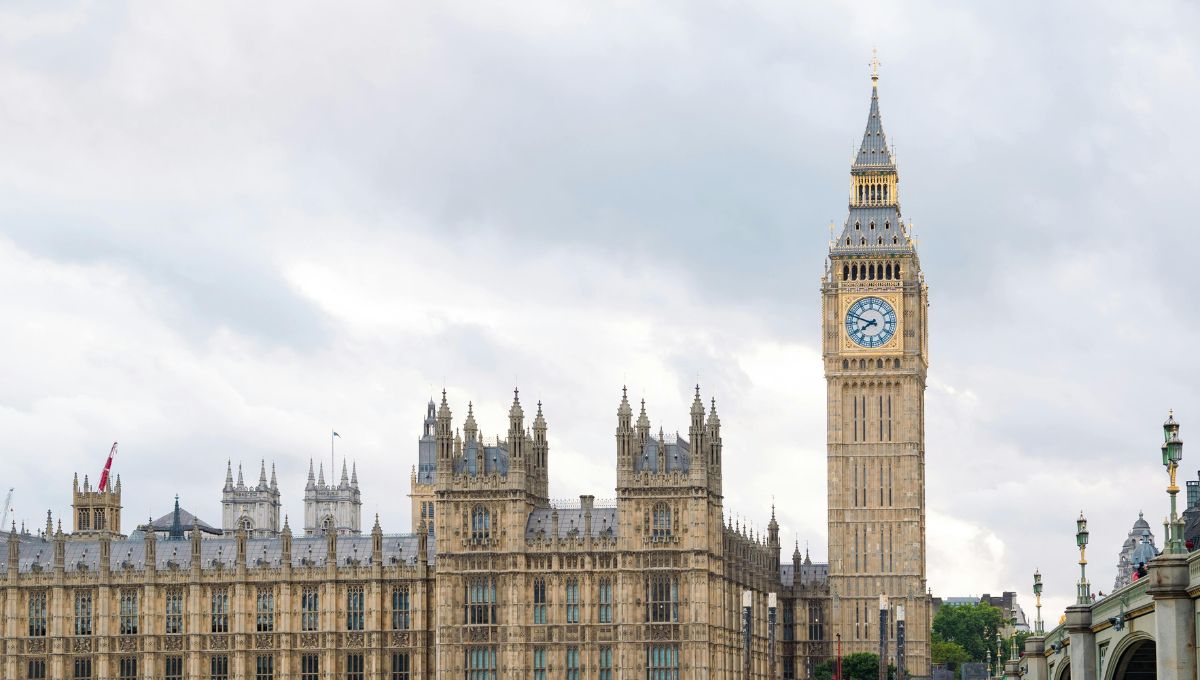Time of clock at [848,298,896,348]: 7:48
